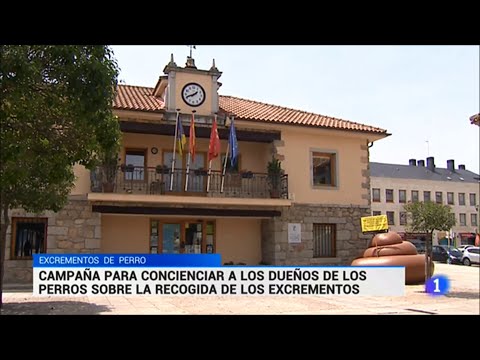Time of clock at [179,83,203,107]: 1:41
